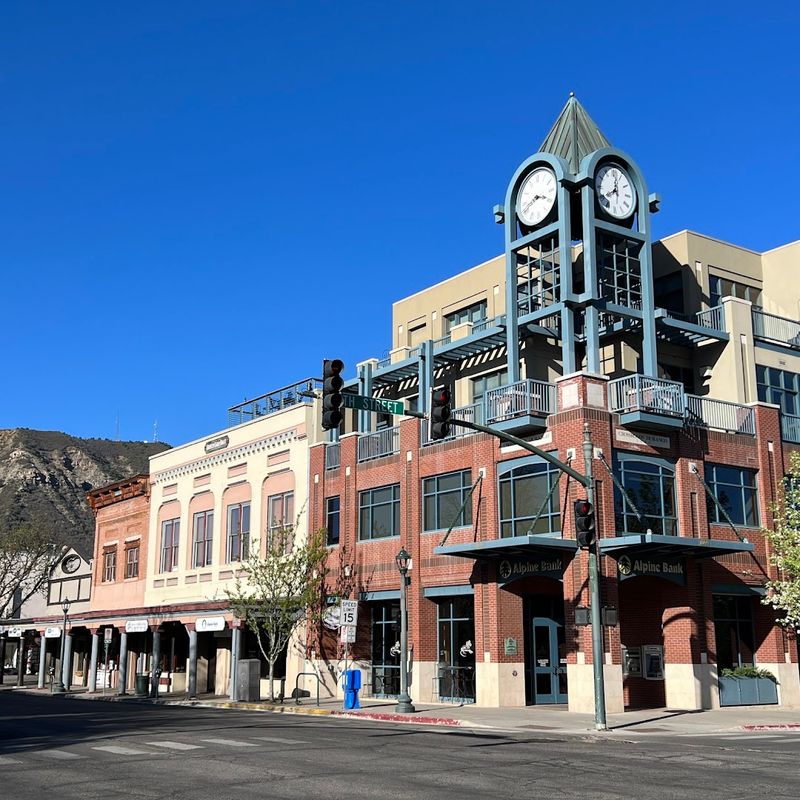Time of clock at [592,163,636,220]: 8:01
